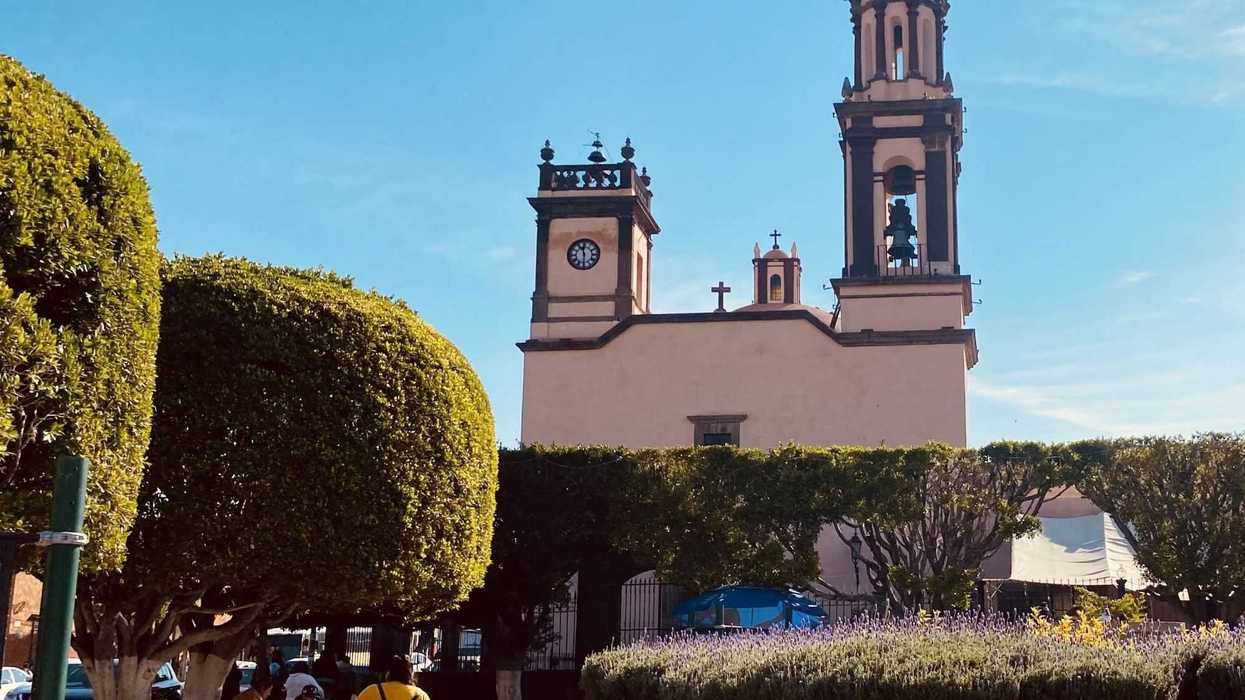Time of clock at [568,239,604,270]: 11:30
